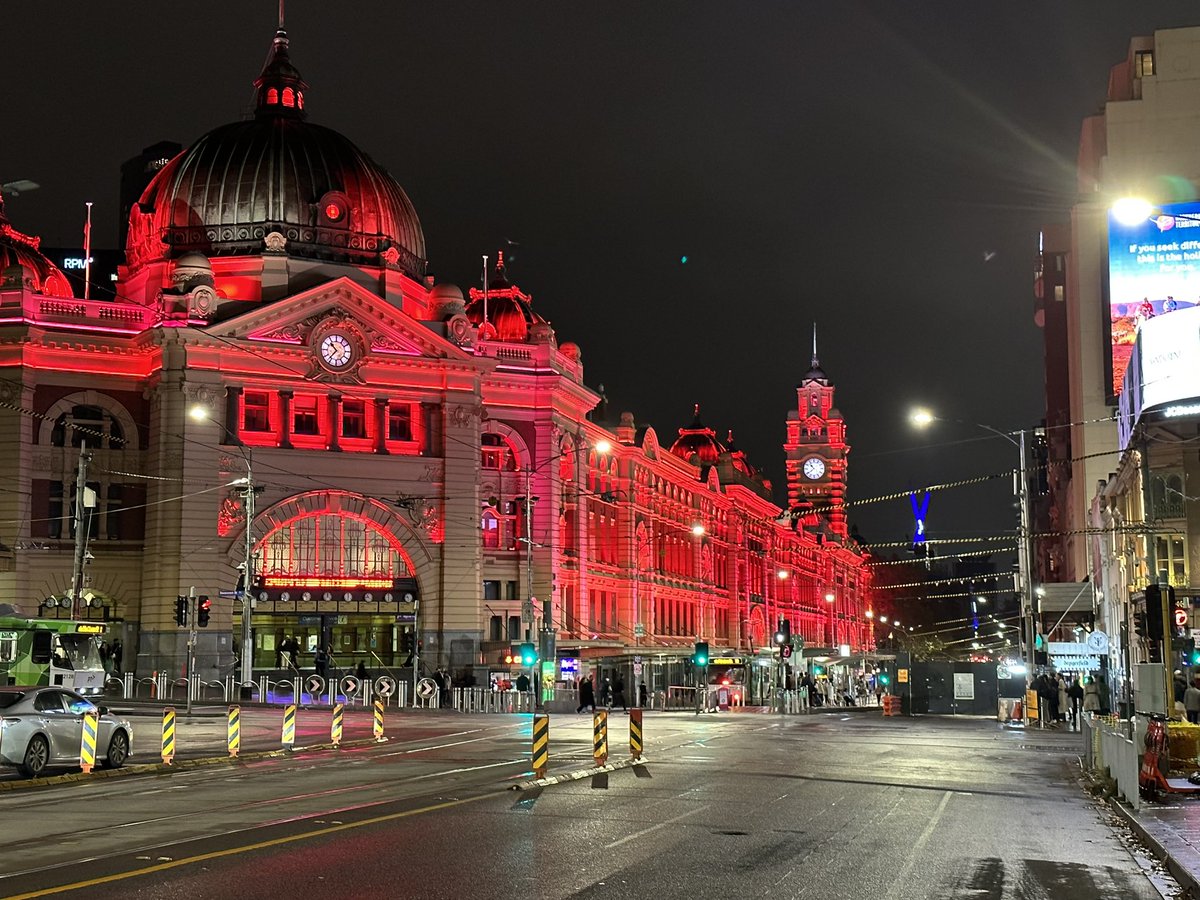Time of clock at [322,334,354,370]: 10:36
